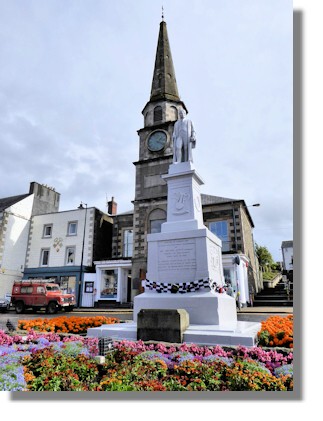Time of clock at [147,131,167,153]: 1:18
